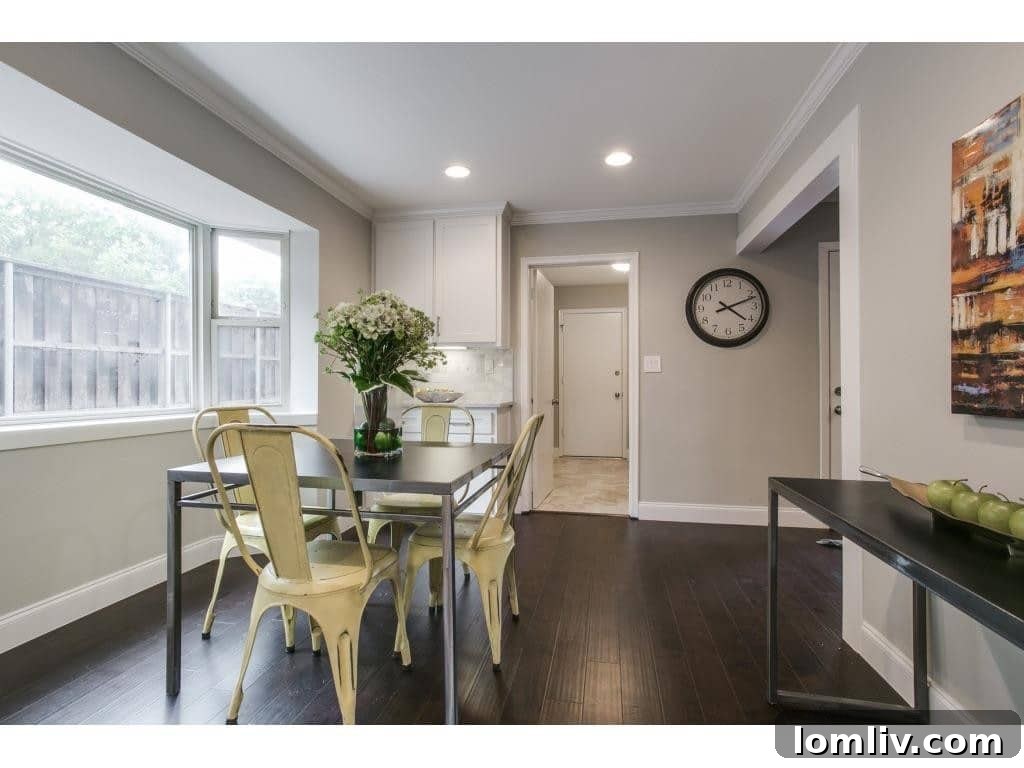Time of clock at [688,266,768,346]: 4:11
